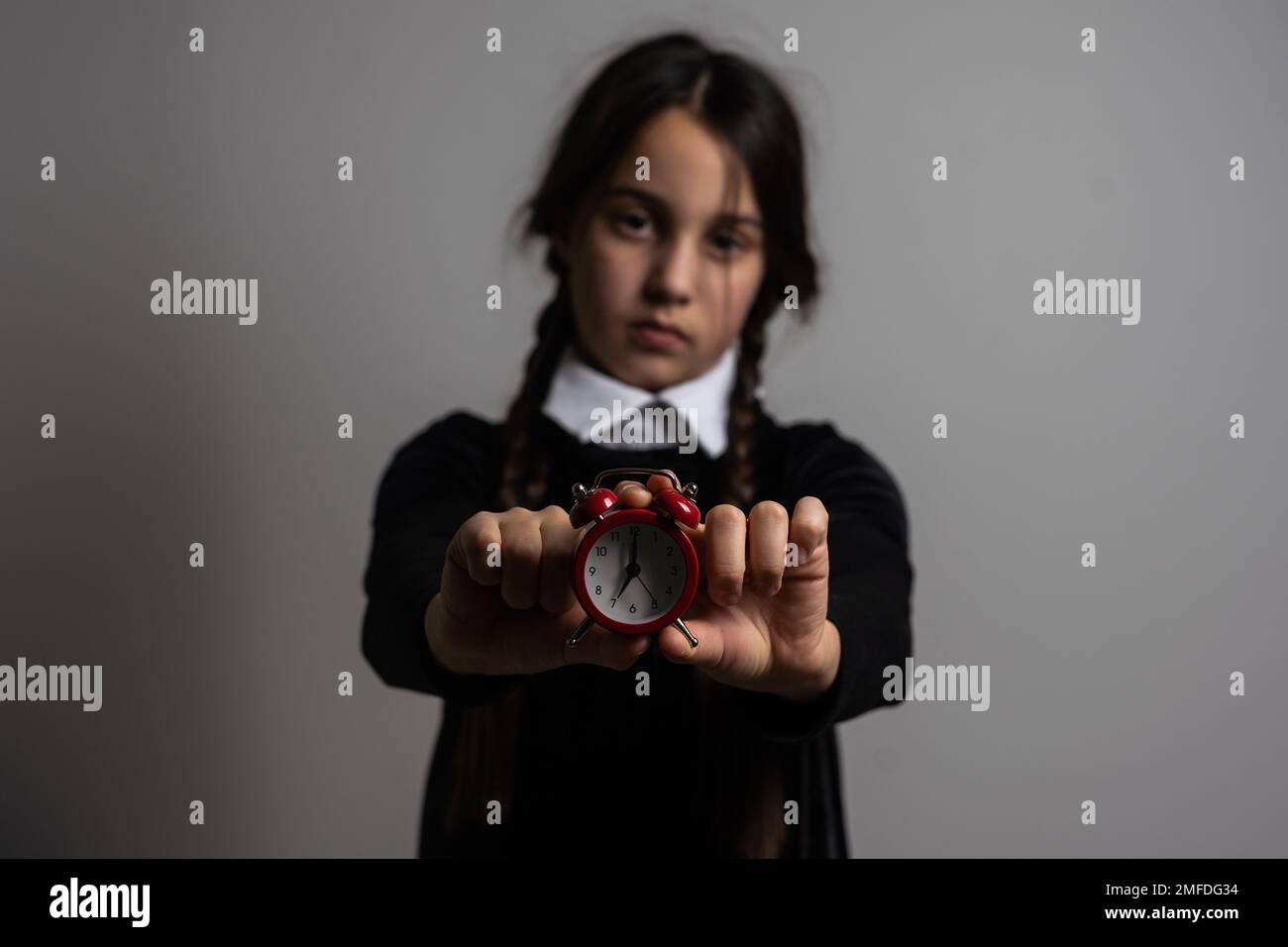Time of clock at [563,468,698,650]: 7:00
